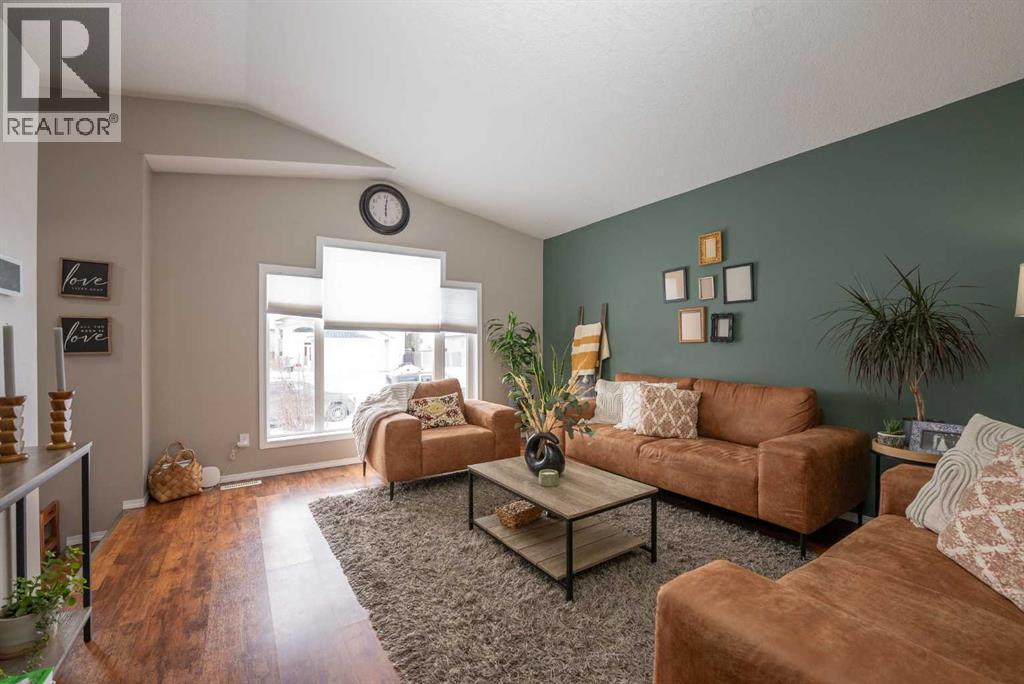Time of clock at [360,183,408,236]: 6:01
